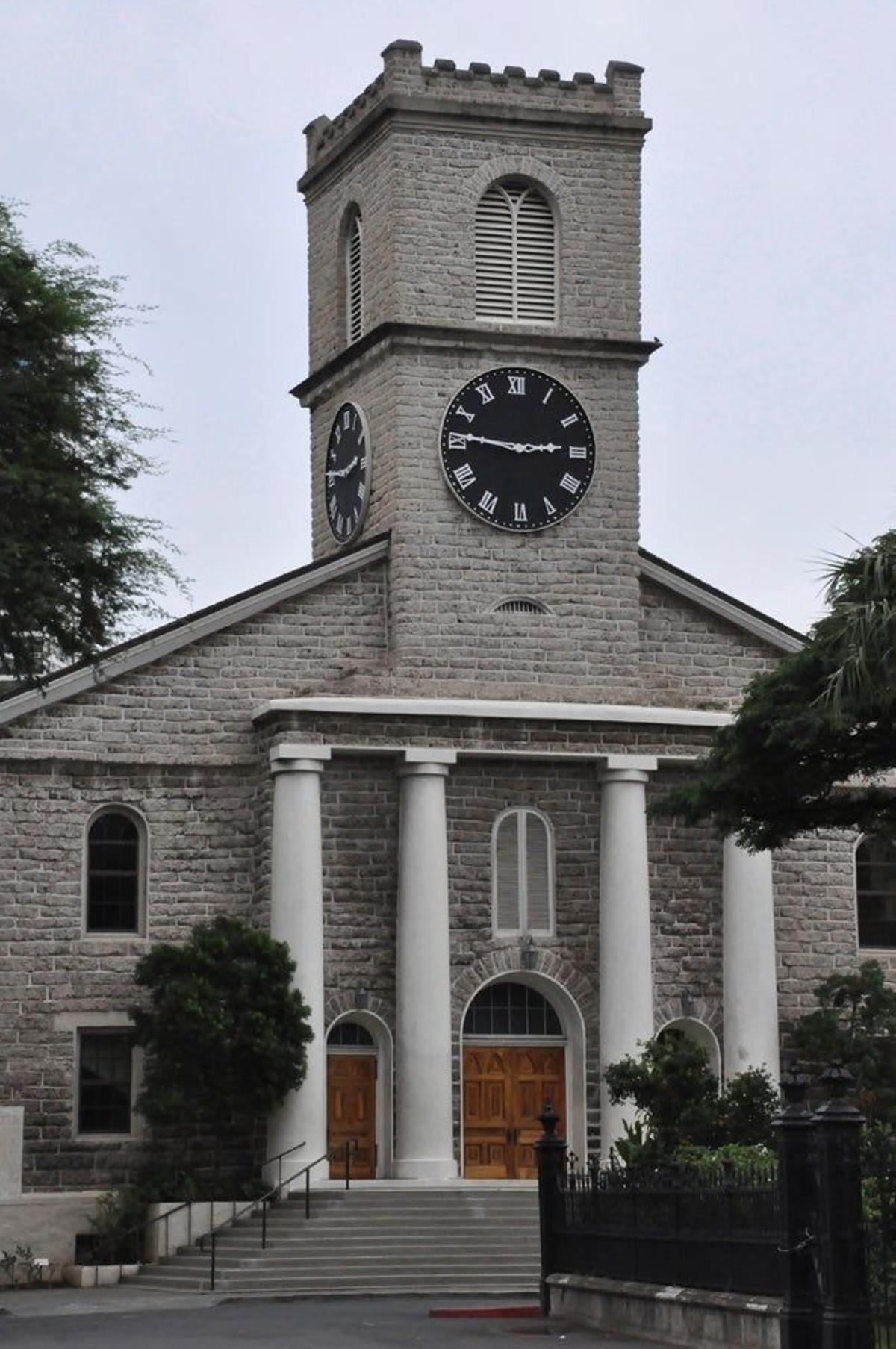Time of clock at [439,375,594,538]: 2:46
